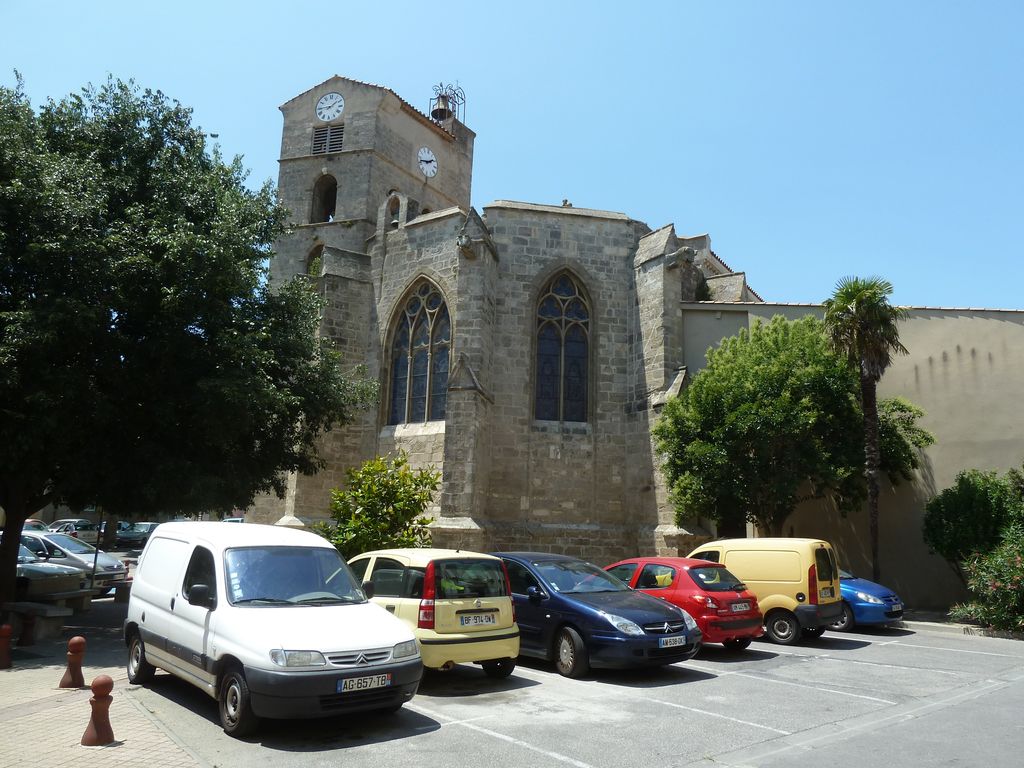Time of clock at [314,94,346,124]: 1:44
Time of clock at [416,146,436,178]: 1:42
